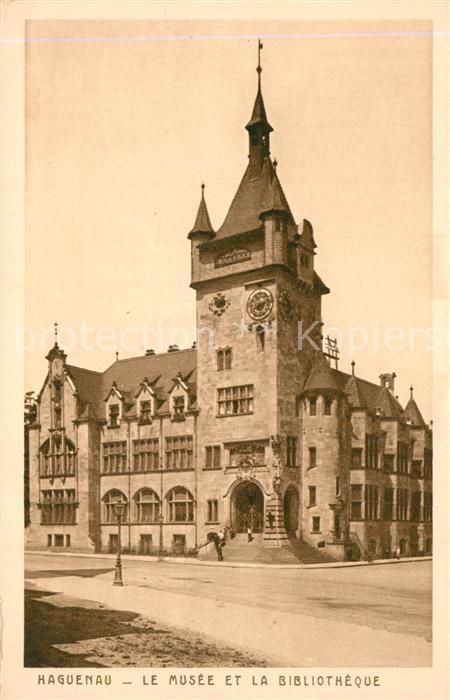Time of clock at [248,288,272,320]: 8:12
